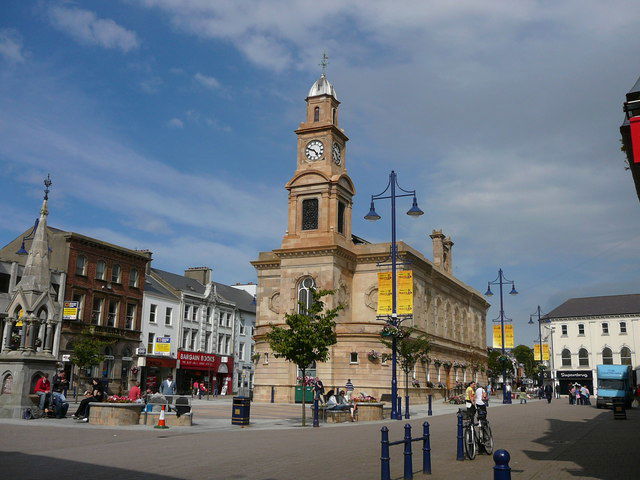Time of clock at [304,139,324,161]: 4:48
